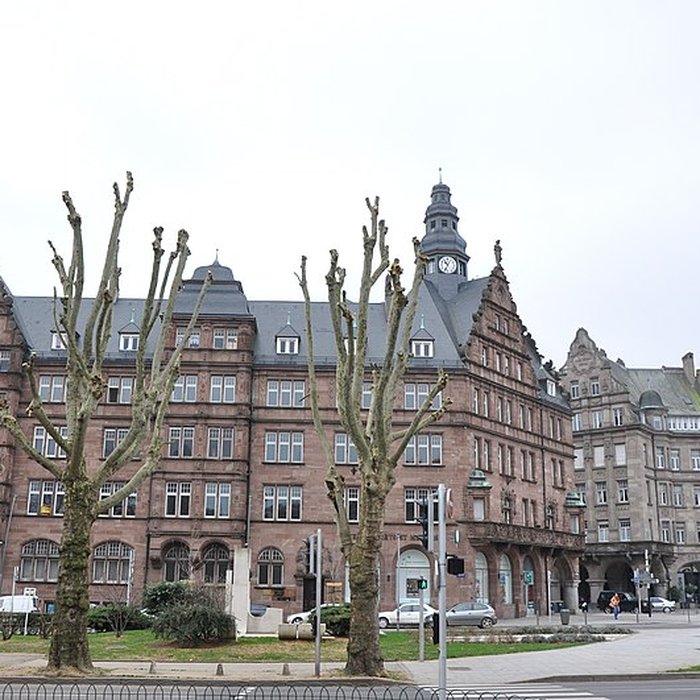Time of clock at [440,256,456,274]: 10:34
